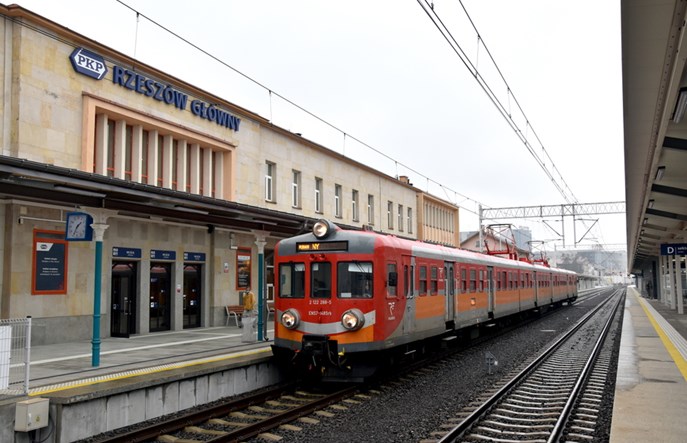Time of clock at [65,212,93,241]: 1:34
